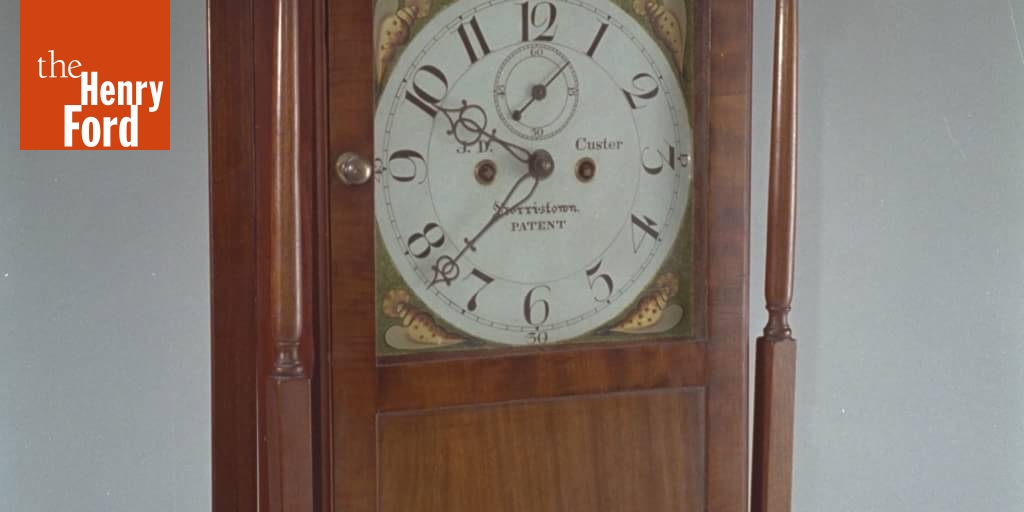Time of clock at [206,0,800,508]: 8:37
